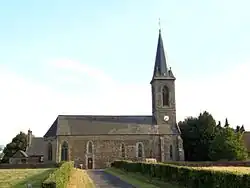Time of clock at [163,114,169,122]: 8:37
